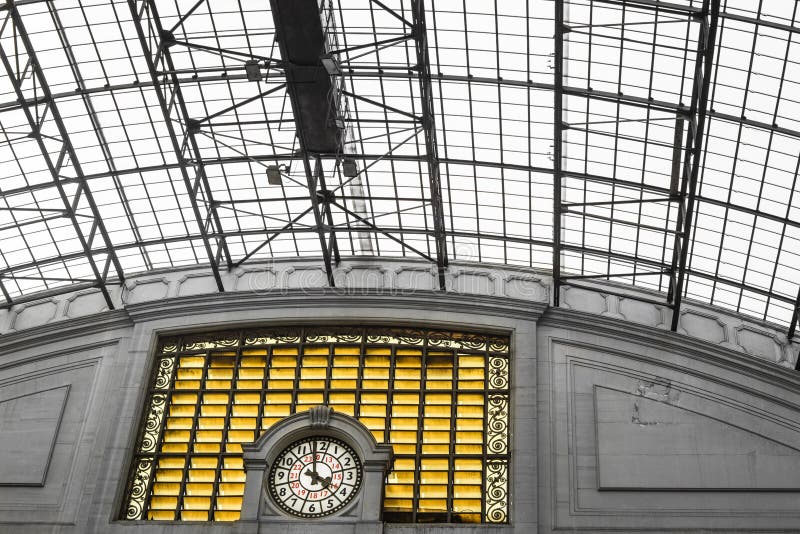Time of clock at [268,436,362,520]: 3:58
